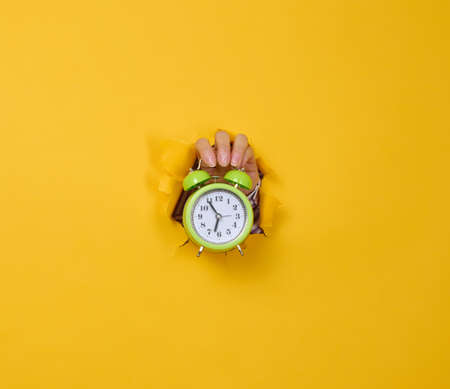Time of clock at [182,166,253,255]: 6:54
